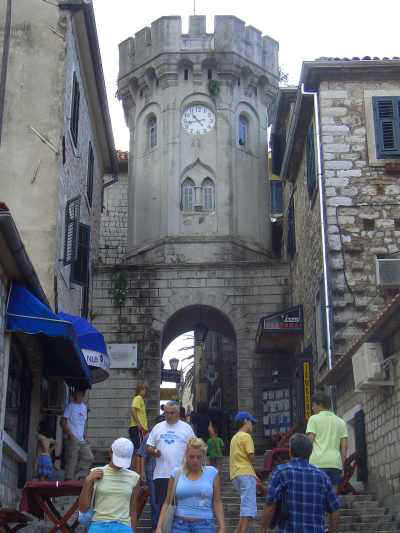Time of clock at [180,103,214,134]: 10:43
